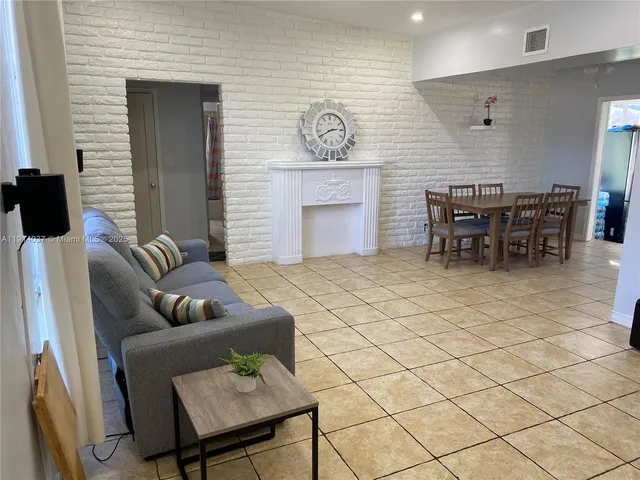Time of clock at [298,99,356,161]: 2:40
